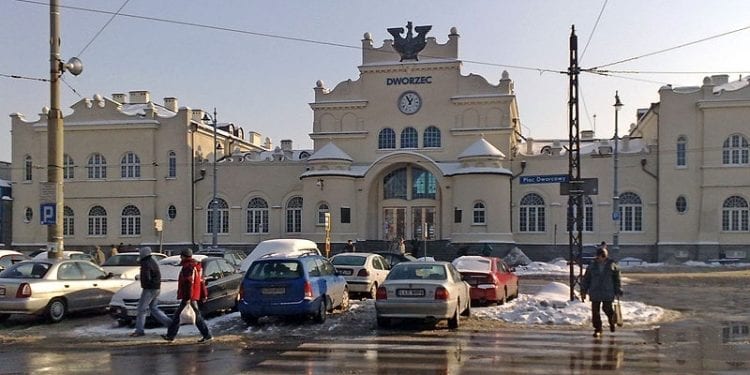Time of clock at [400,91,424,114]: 12:55
